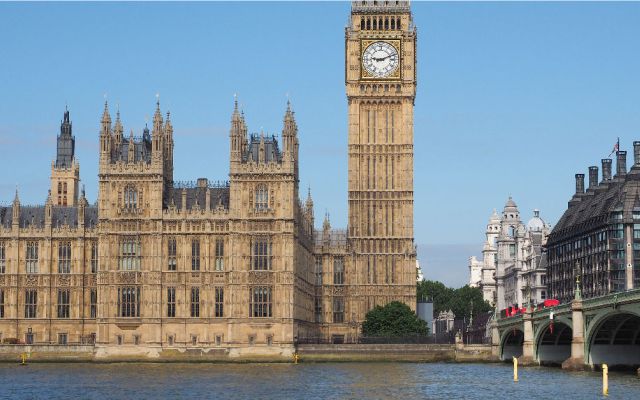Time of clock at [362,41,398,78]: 9:11
